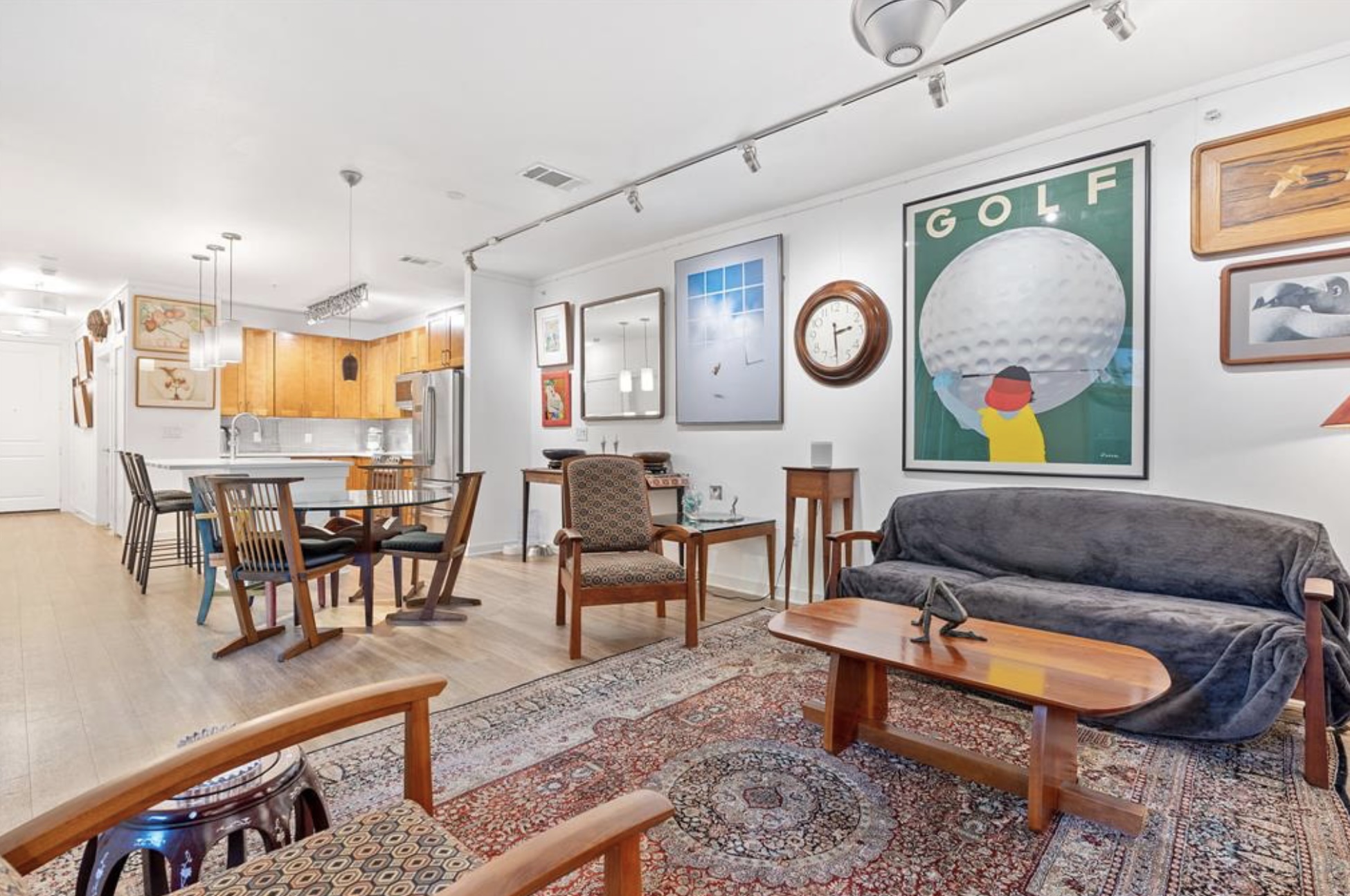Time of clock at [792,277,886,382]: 2:29
